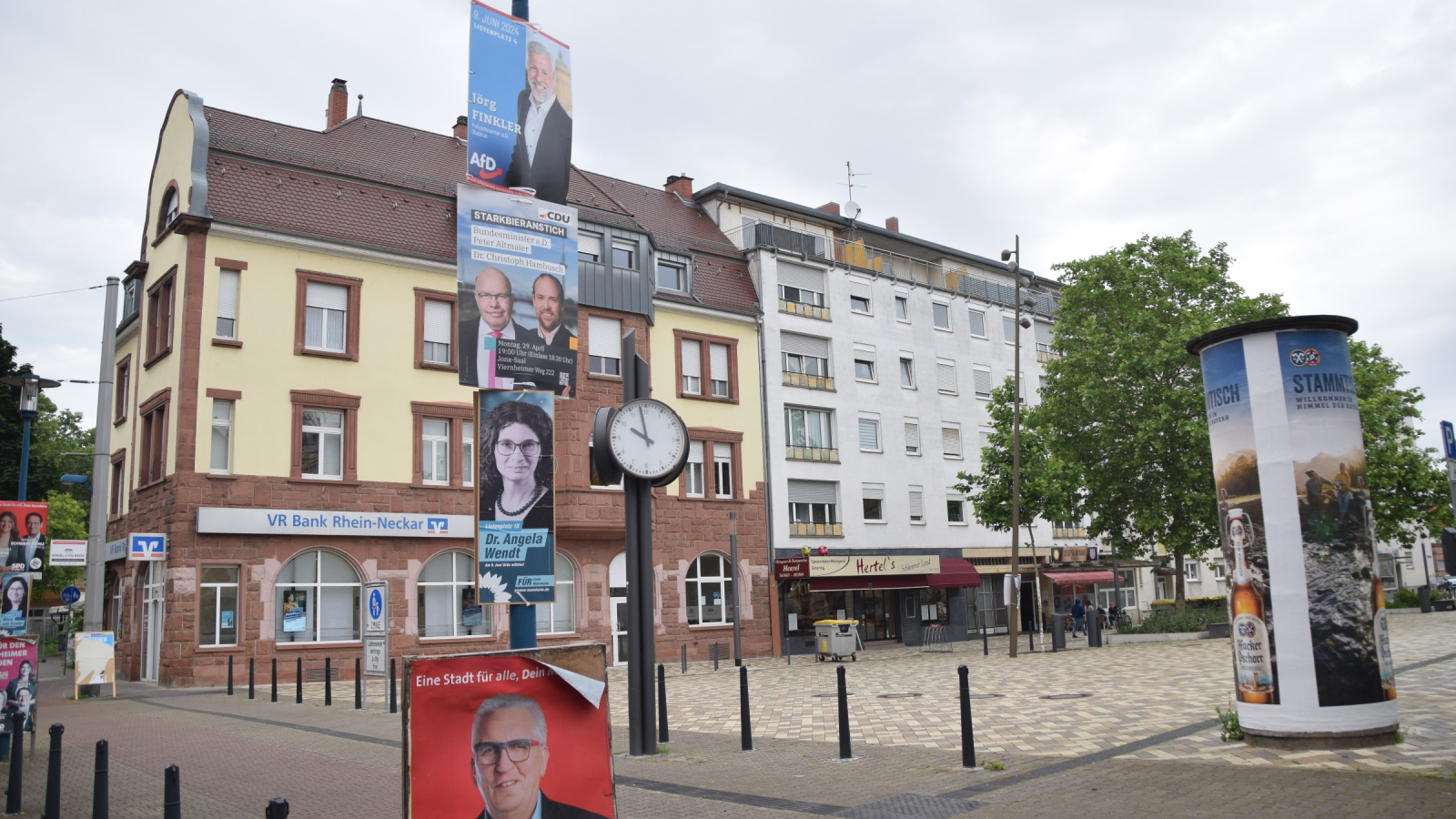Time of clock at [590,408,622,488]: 9:58
